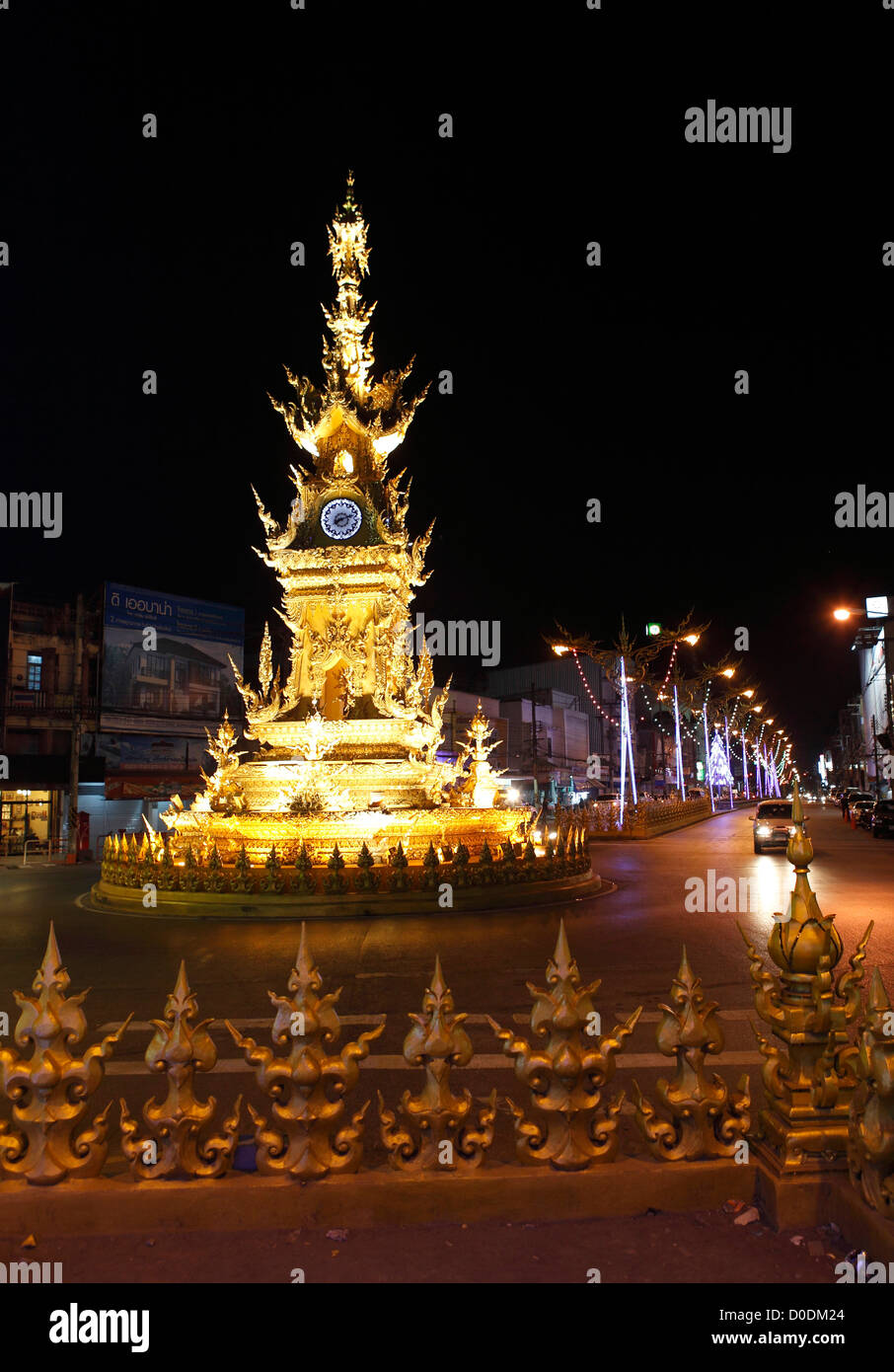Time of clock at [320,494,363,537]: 8:12
